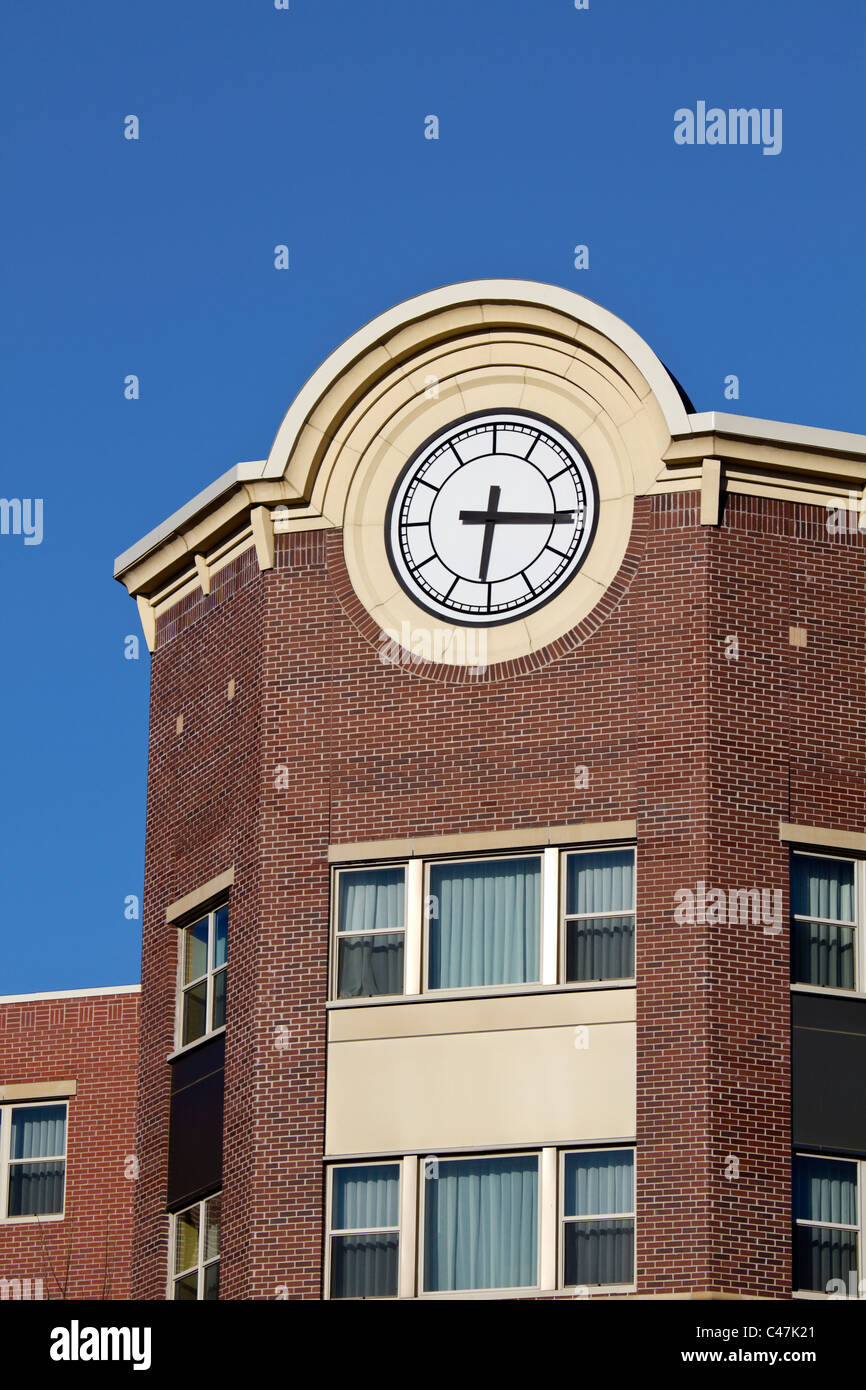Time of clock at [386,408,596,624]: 6:15
